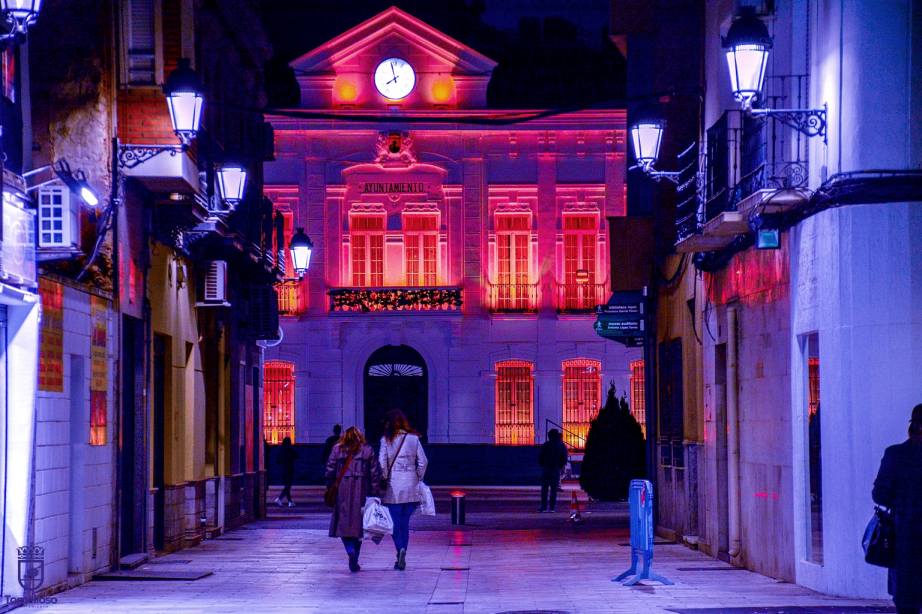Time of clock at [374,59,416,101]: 7:57
